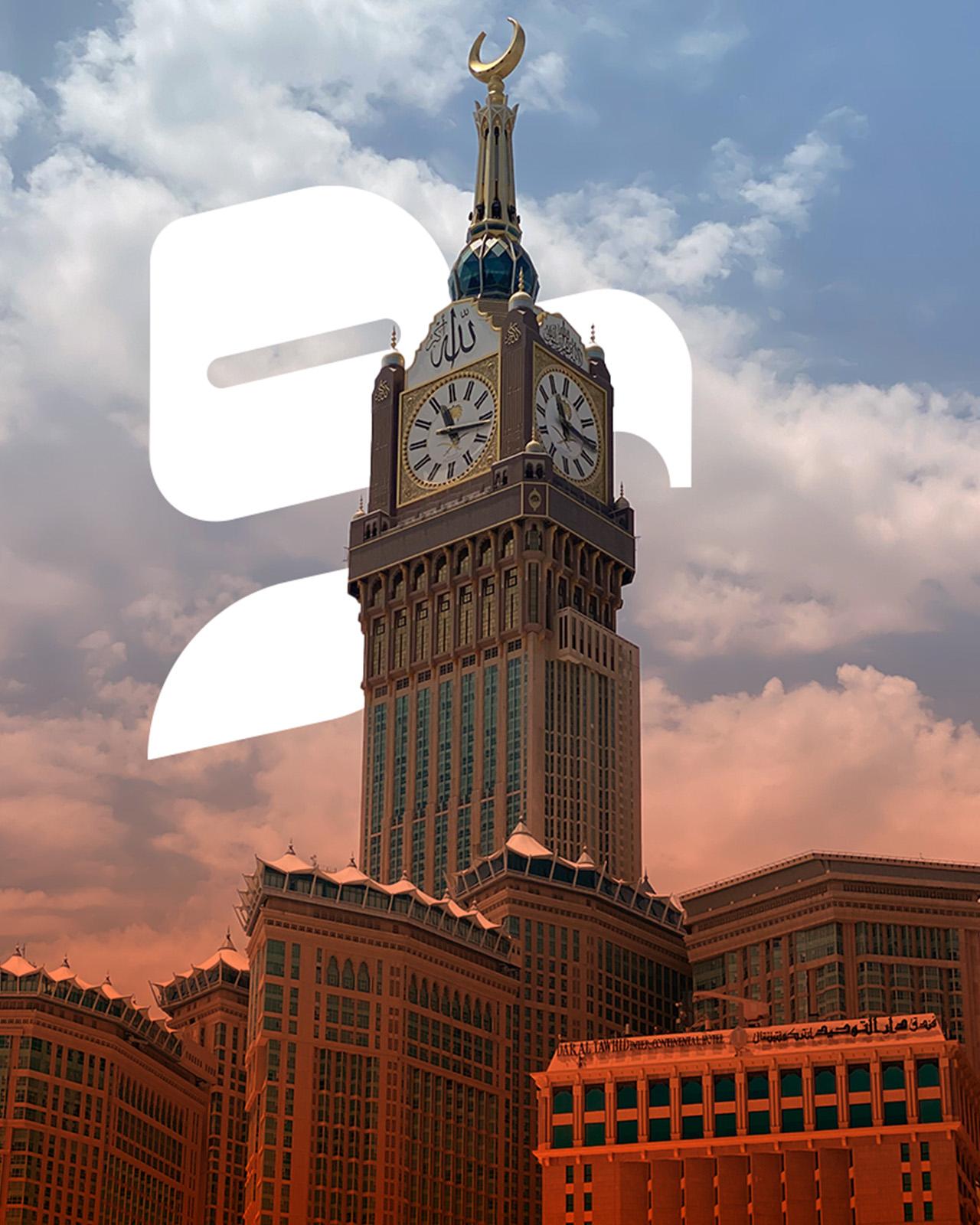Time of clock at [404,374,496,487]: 11:16
